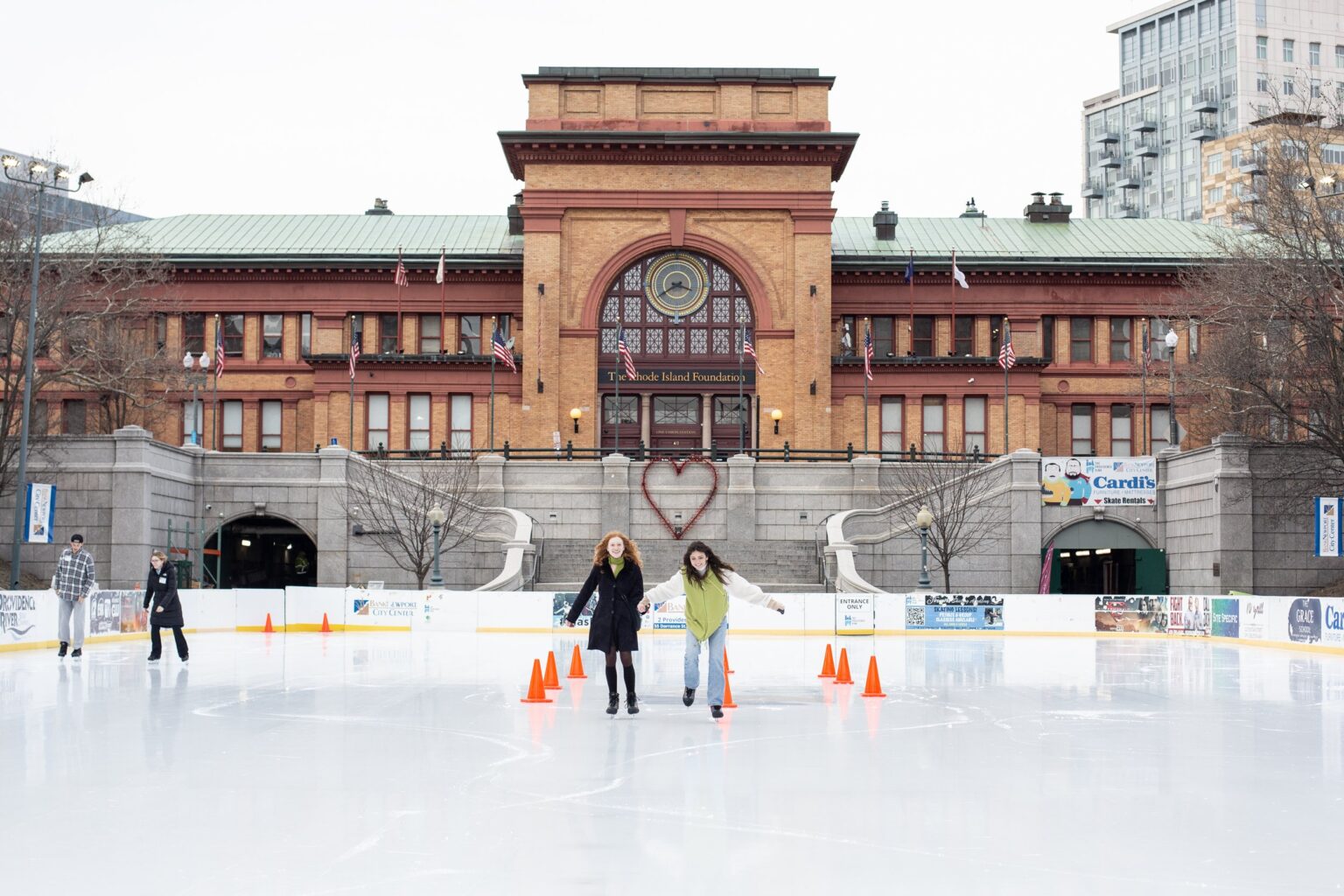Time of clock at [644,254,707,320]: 3:40
